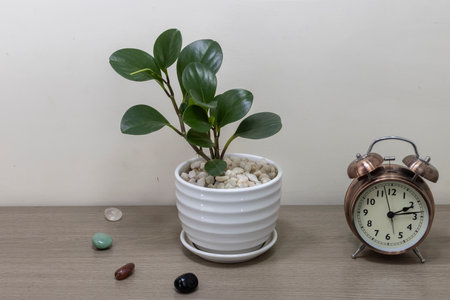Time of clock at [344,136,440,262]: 2:13
